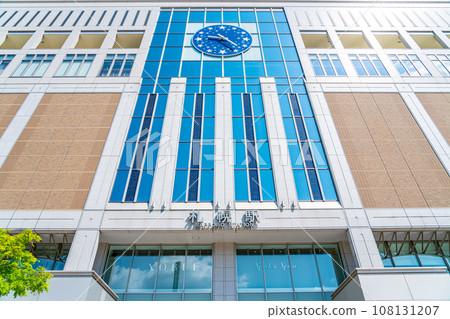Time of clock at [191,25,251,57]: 9:22
